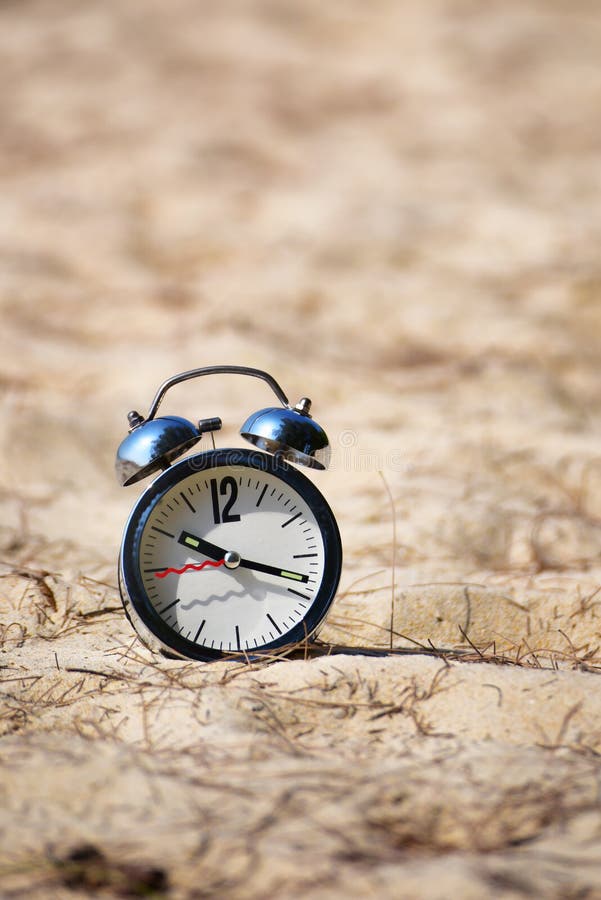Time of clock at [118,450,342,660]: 10:18
